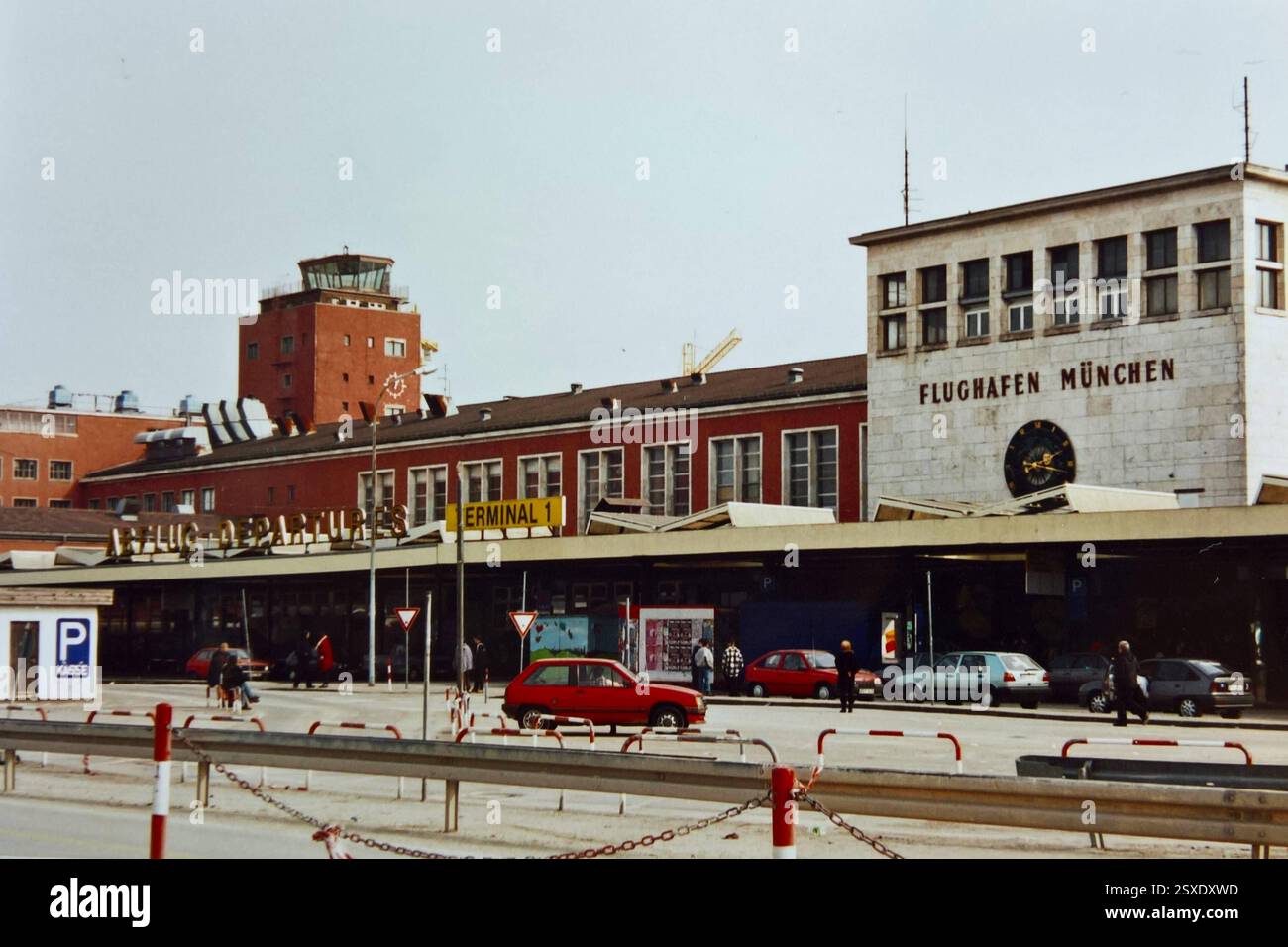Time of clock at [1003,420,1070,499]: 2:18
